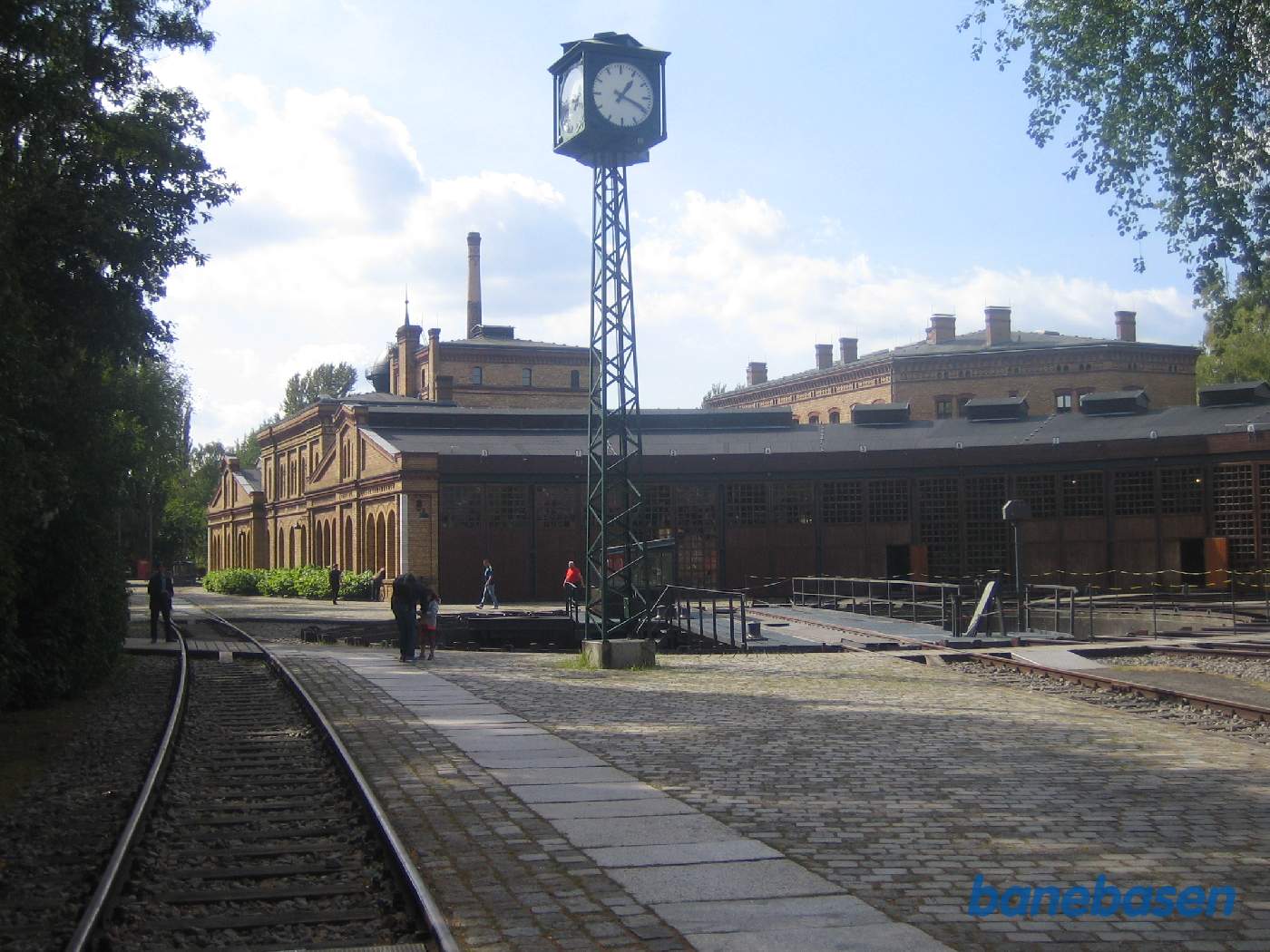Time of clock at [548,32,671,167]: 1:18
